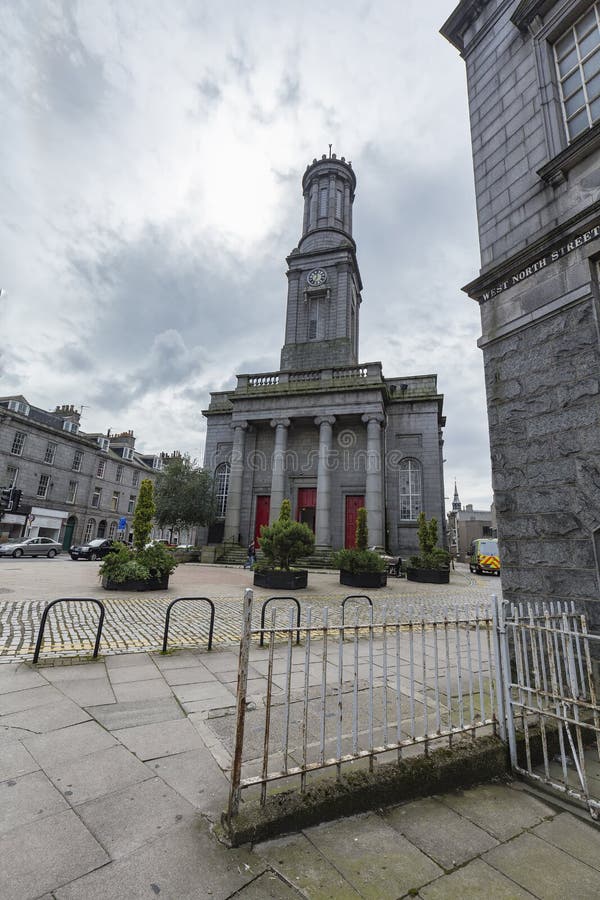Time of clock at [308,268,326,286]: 11:35
